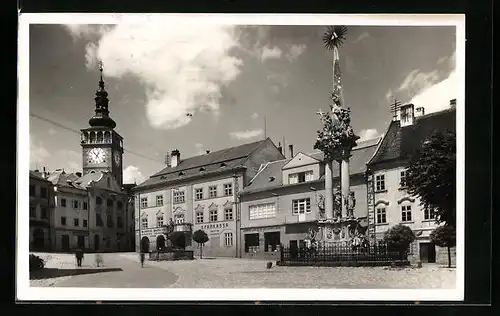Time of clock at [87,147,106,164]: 12:53
